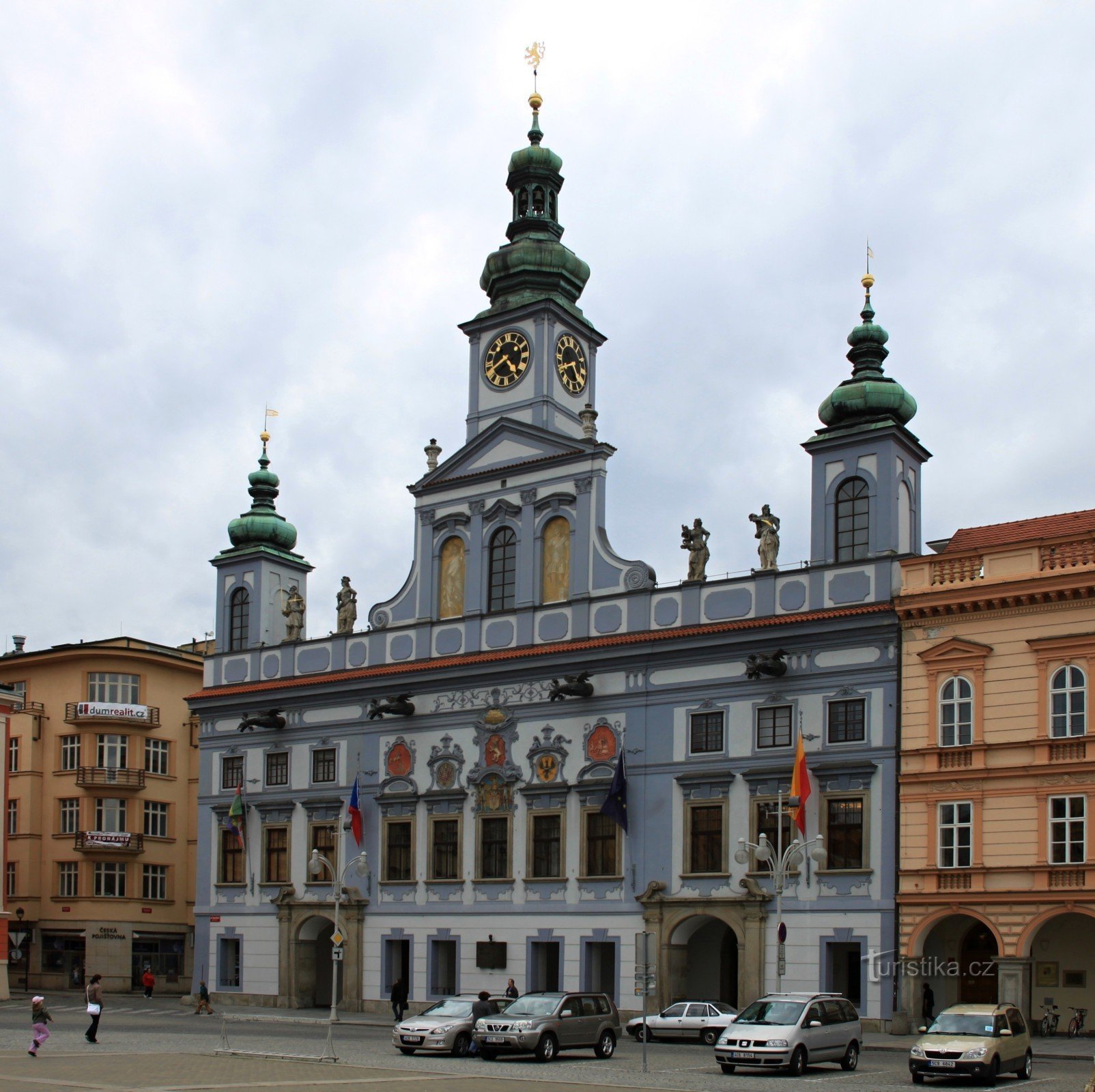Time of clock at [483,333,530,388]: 4:40
